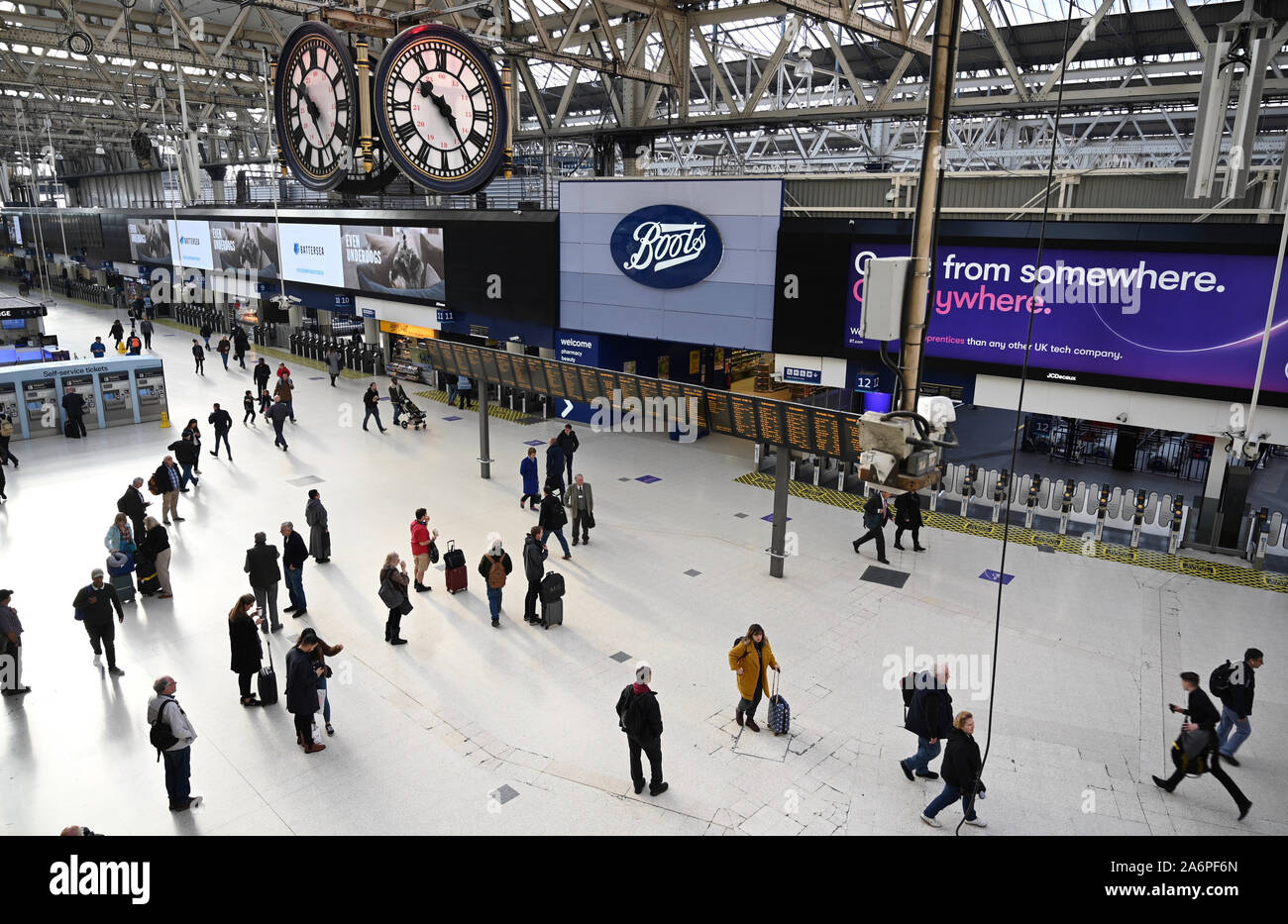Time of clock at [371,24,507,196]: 10:24
